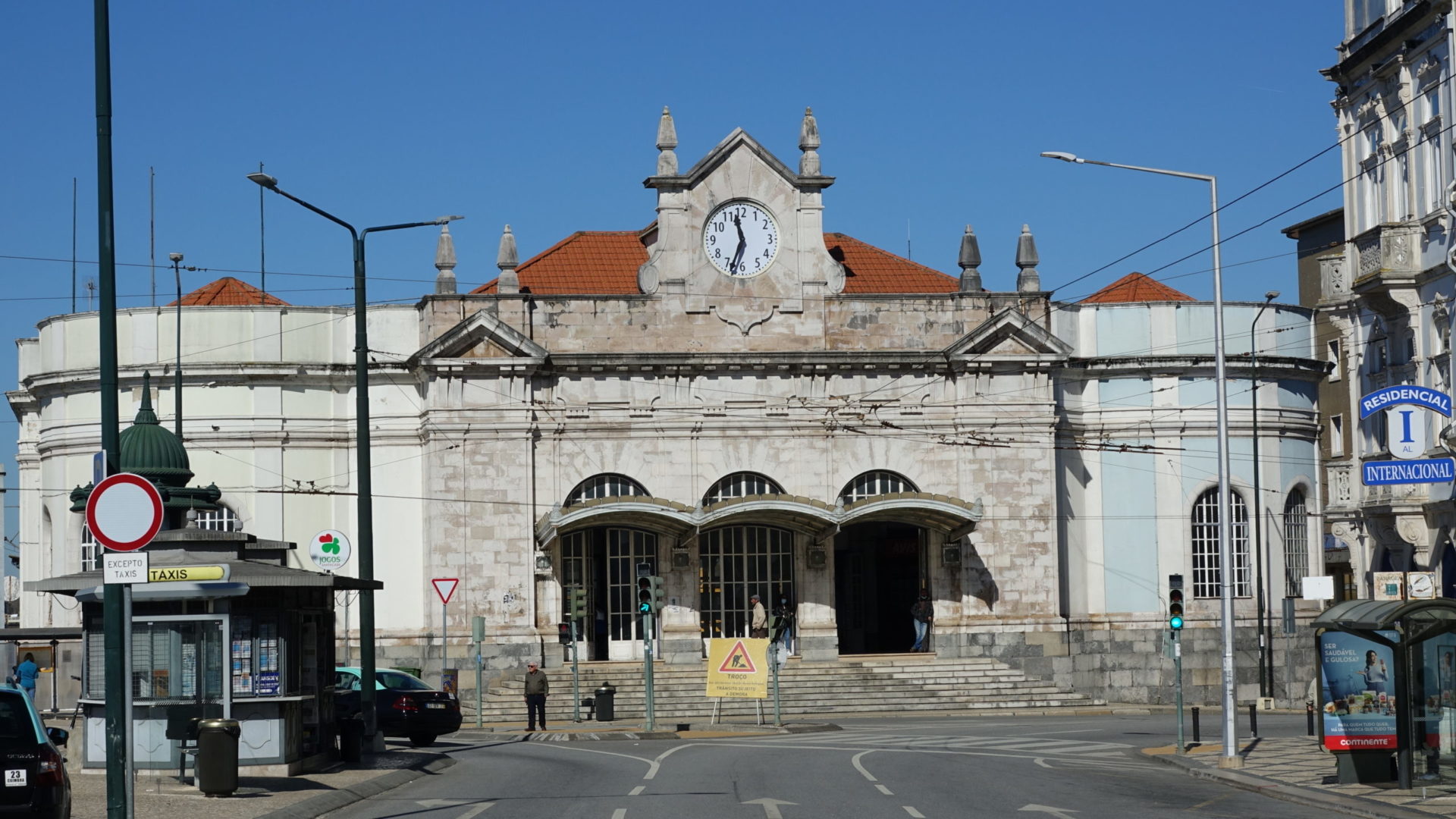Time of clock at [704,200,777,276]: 11:33
